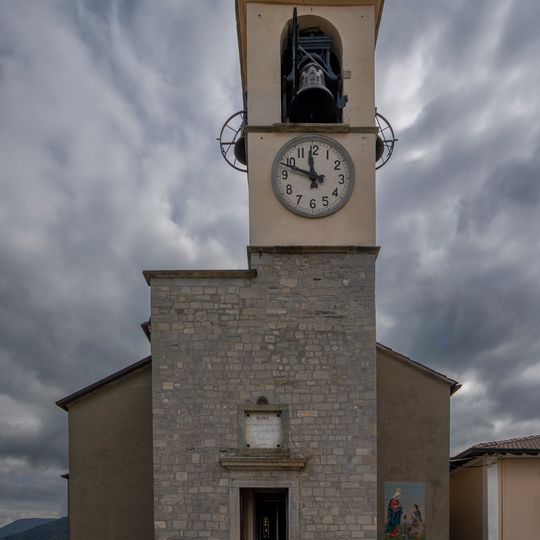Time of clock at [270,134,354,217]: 11:48
